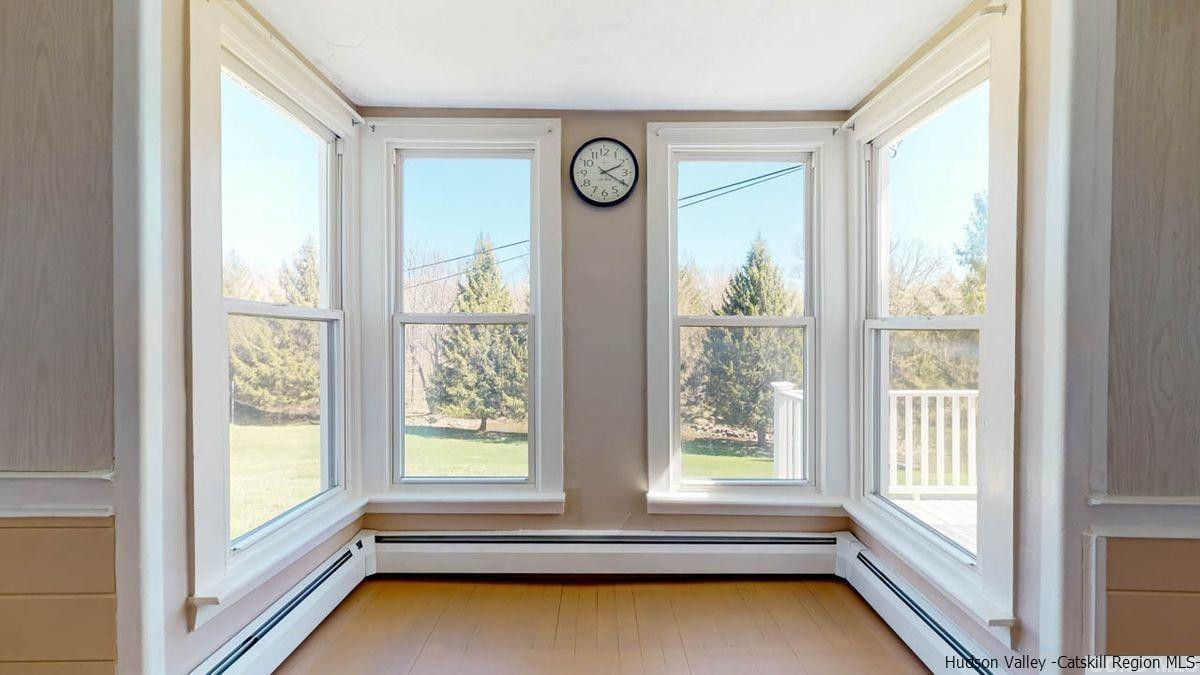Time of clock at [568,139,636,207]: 2:19
